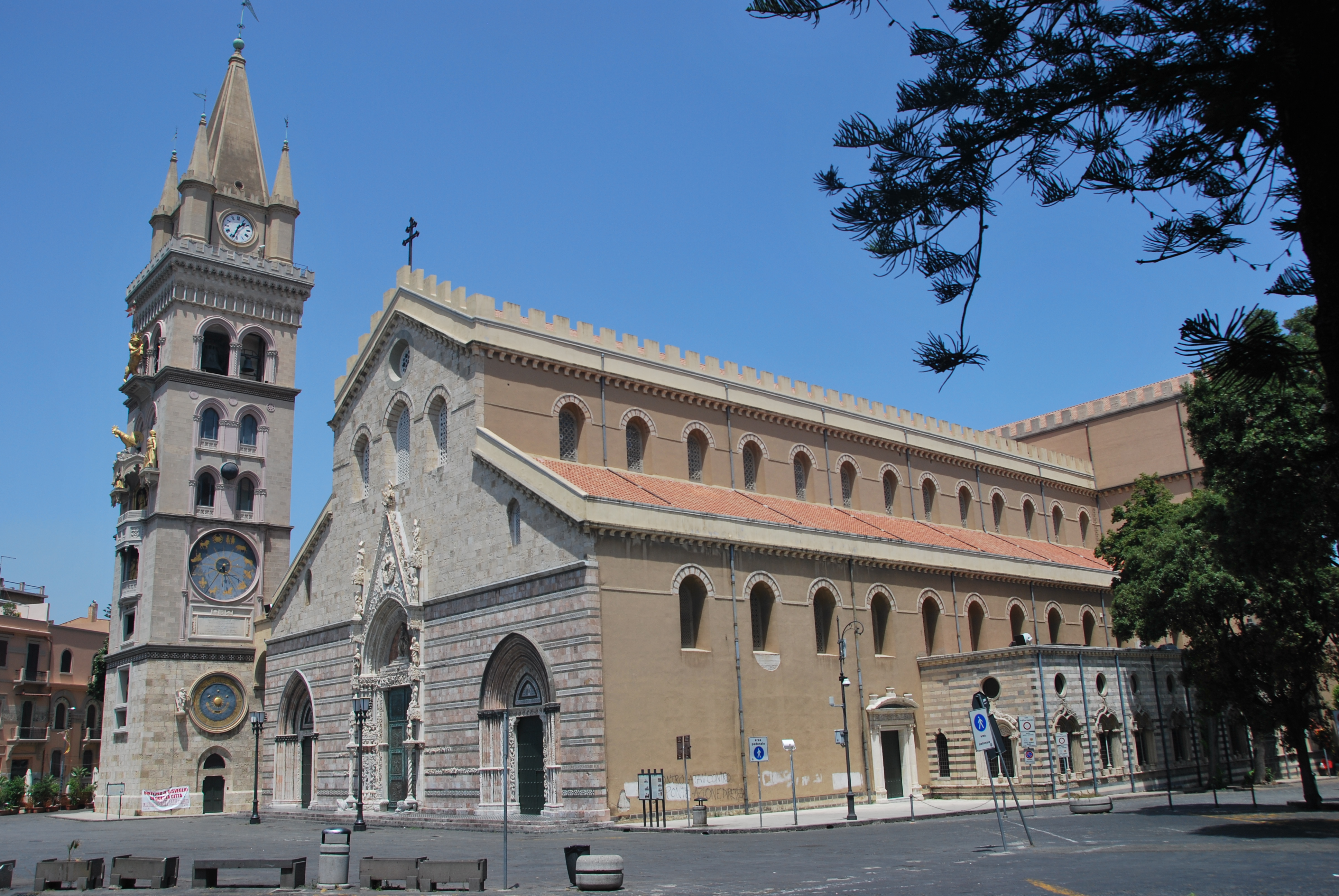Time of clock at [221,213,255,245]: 1:33
